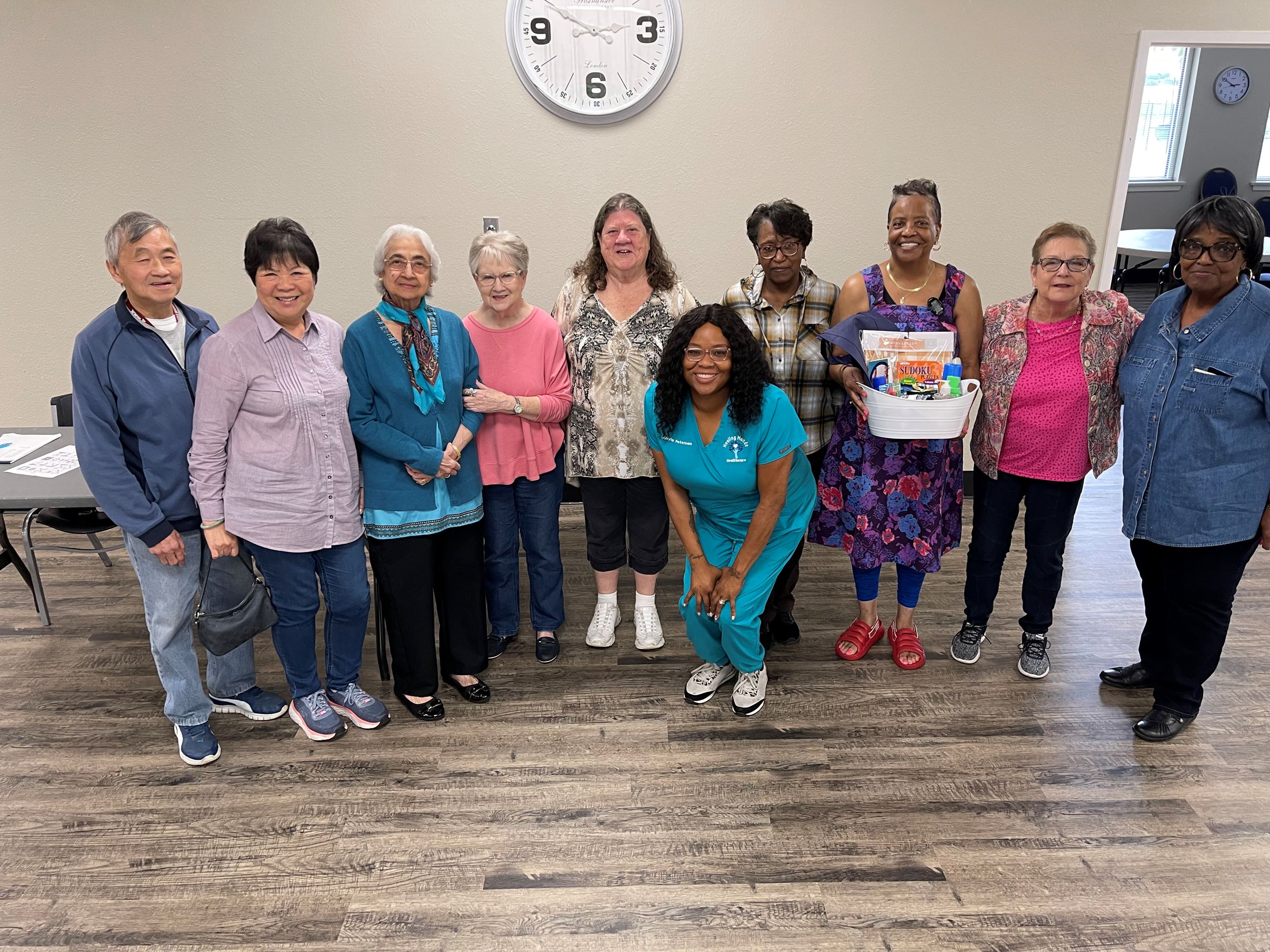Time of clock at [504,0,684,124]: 2:49
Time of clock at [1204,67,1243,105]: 2:50
